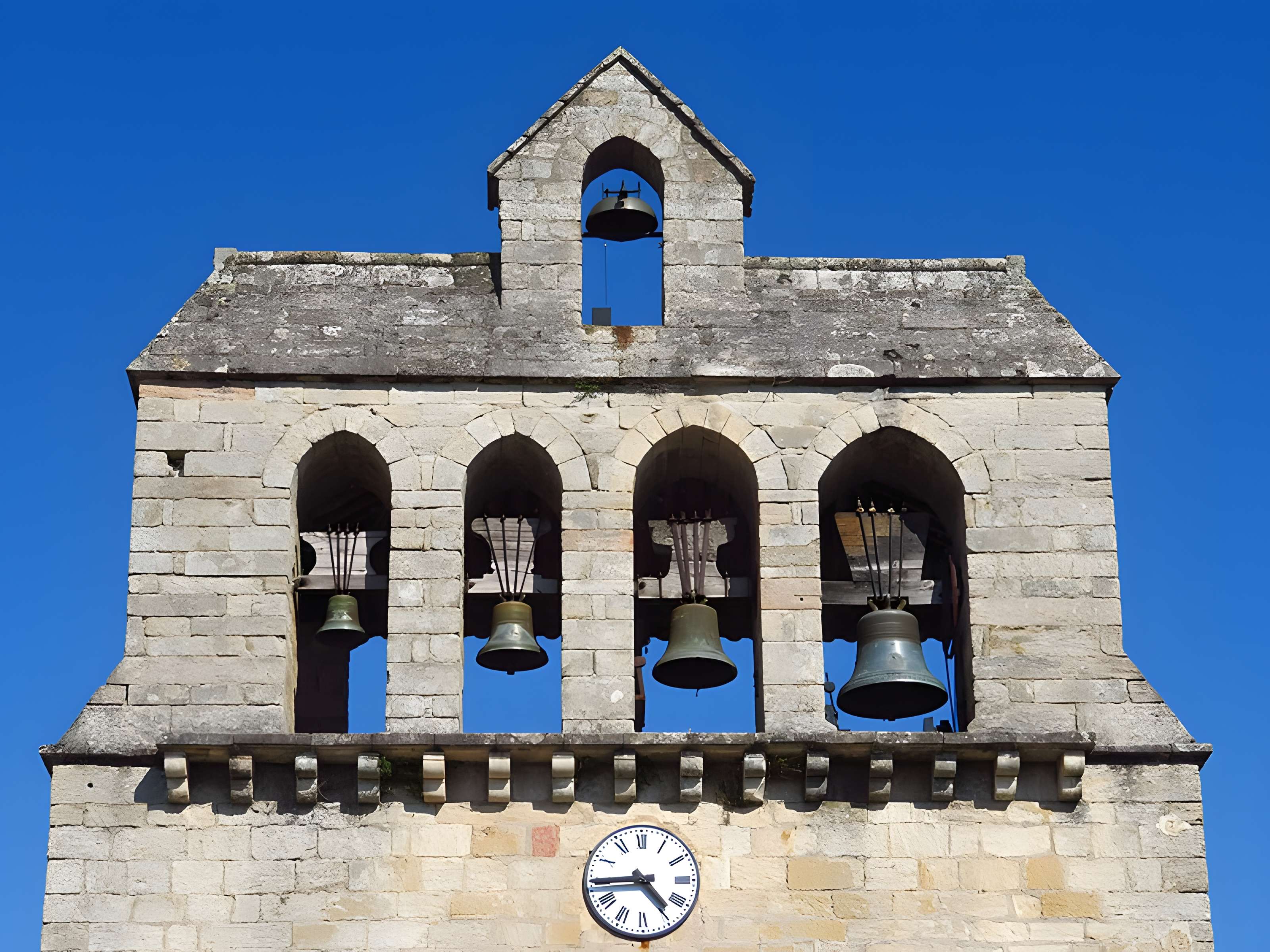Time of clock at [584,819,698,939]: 4:44
